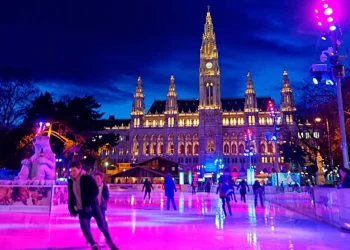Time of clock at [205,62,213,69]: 4:42
